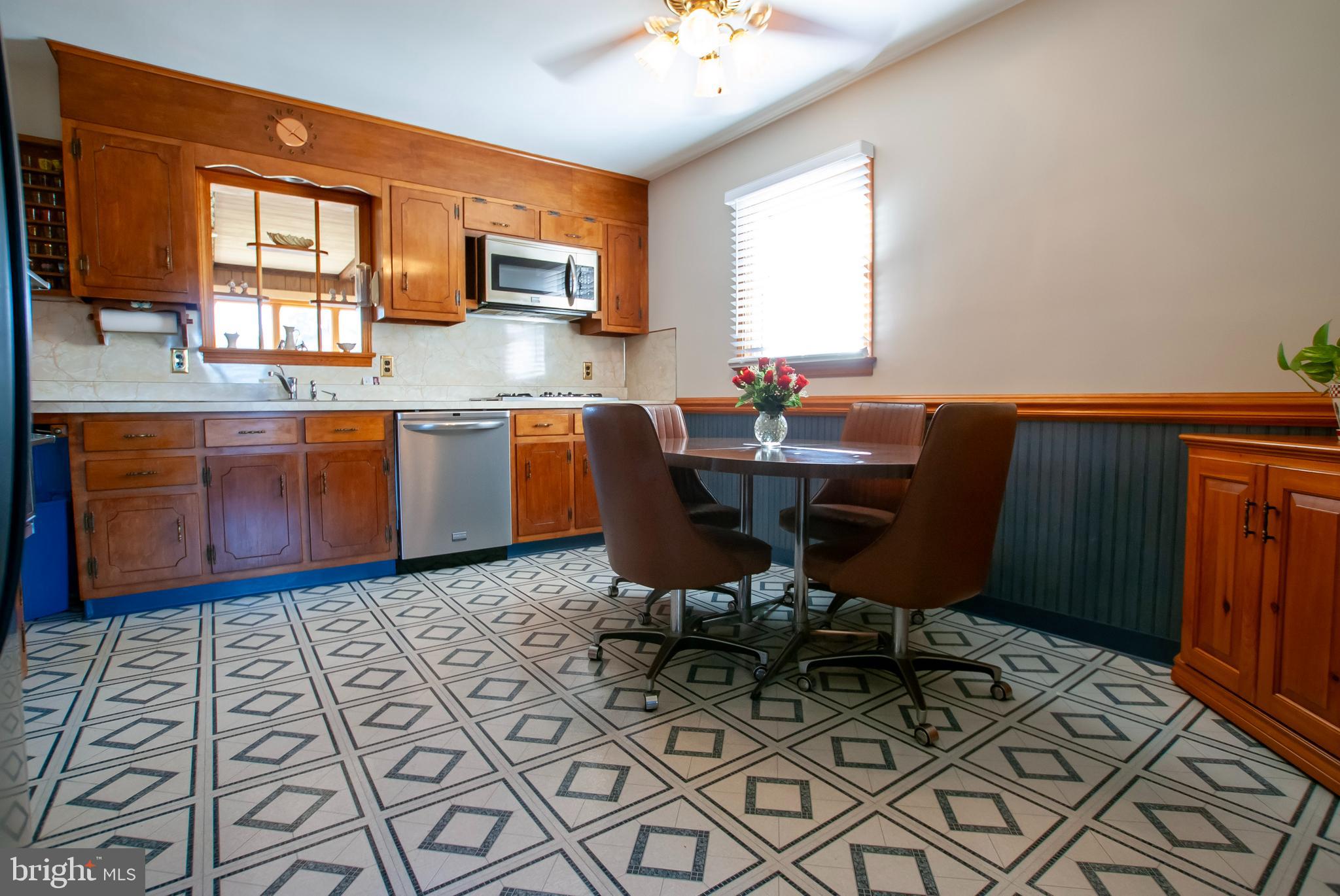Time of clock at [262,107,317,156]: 3:51
